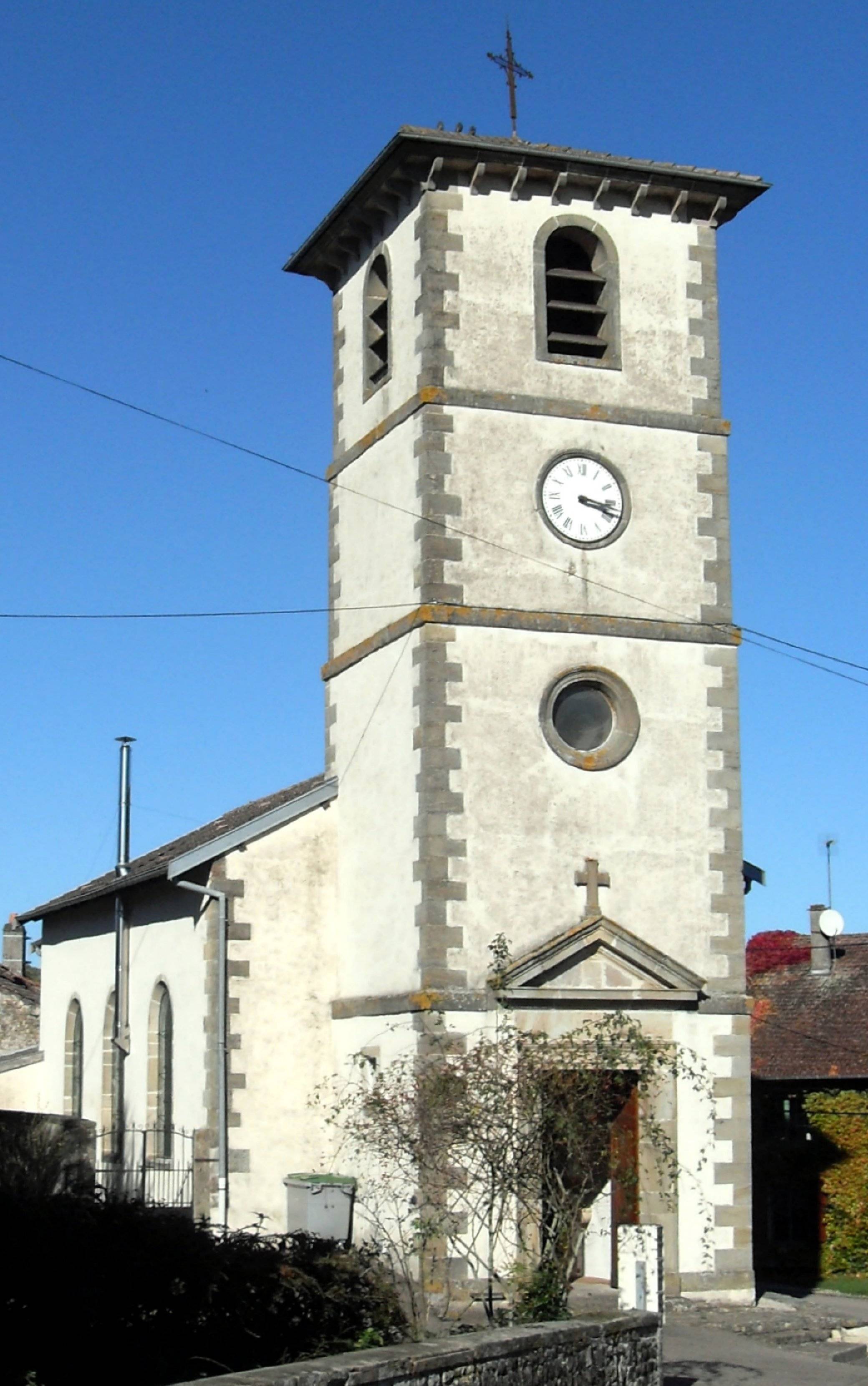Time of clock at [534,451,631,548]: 3:18
